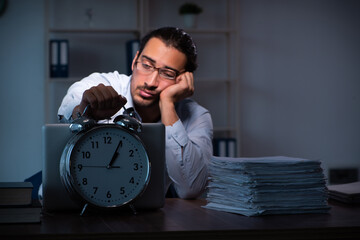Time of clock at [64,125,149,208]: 1:04
